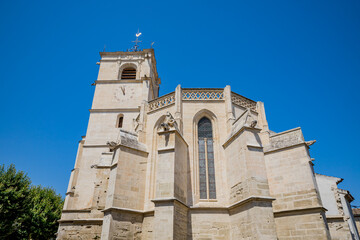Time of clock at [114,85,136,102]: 11:56
